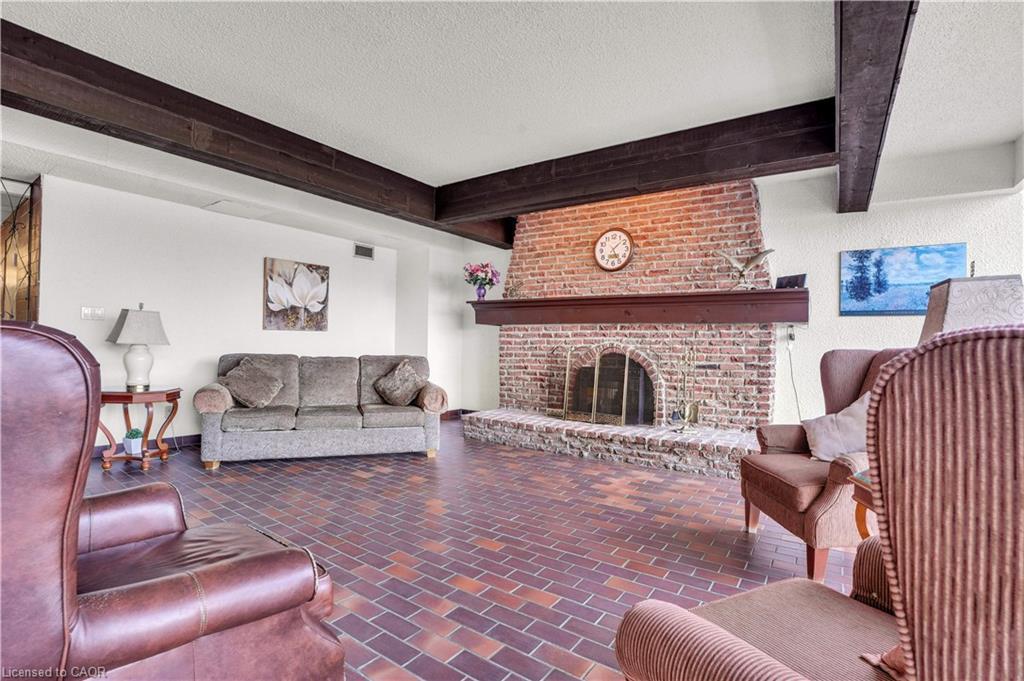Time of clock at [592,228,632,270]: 5:08
